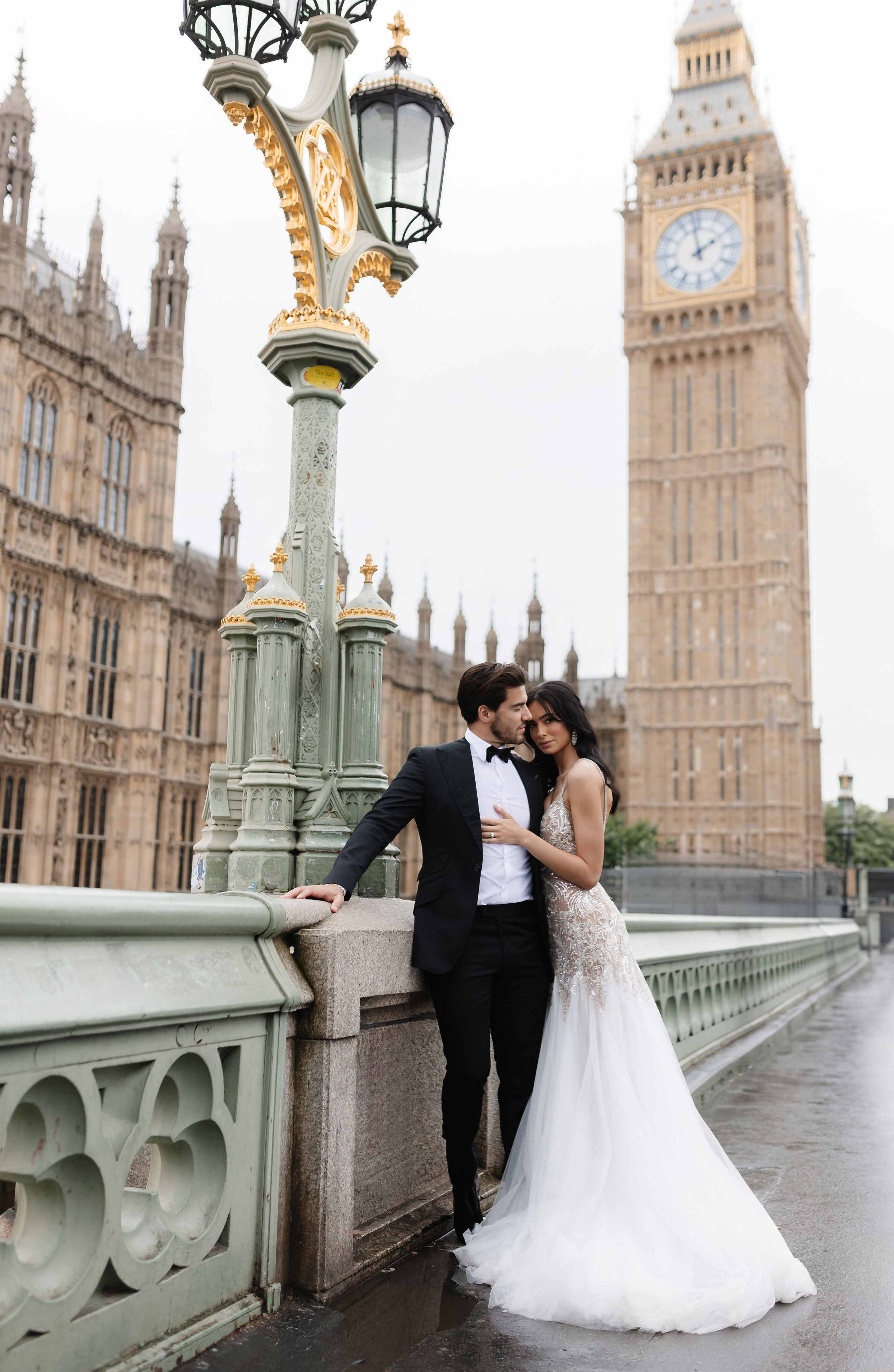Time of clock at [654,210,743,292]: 1:58
